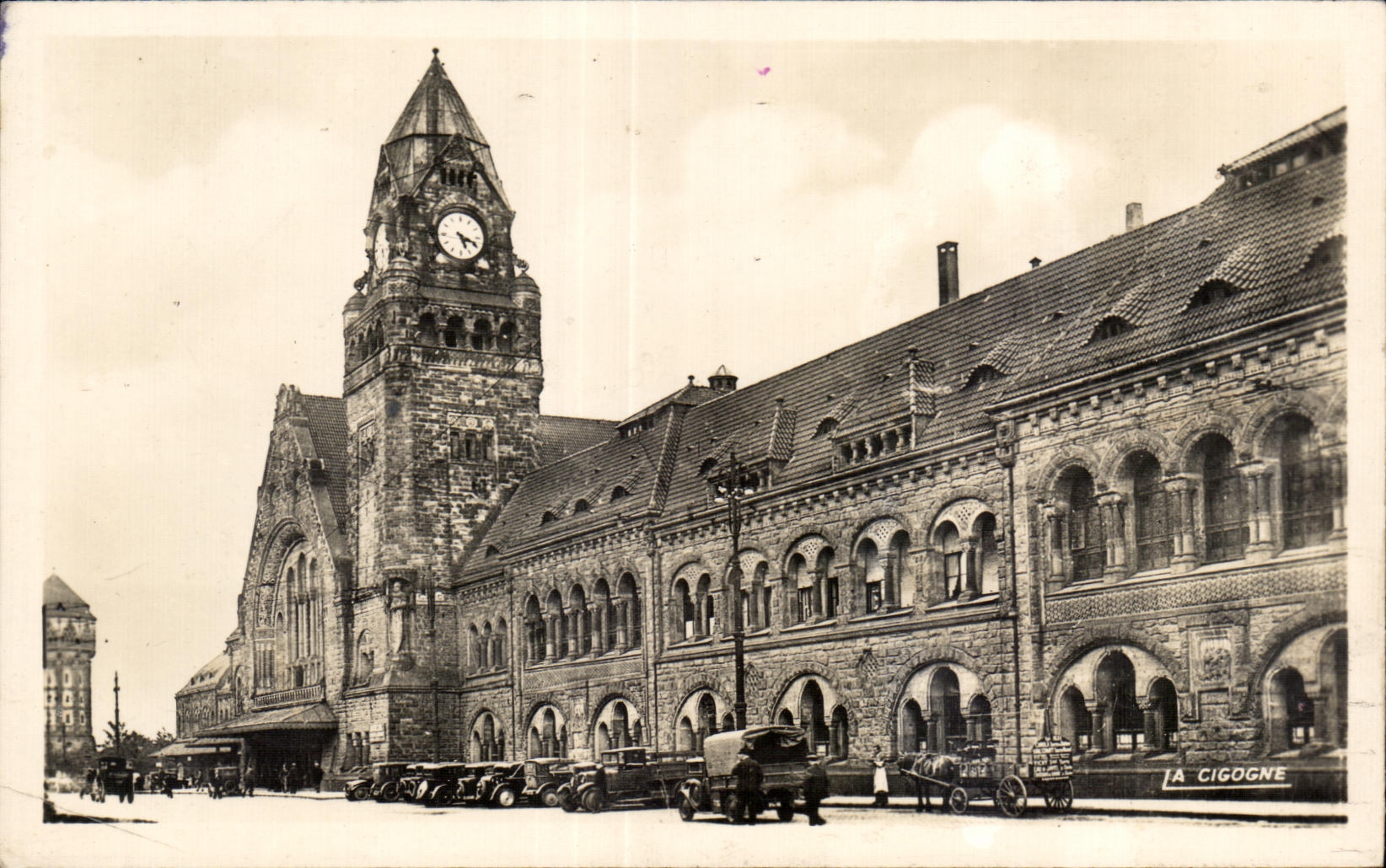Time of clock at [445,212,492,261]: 5:18
